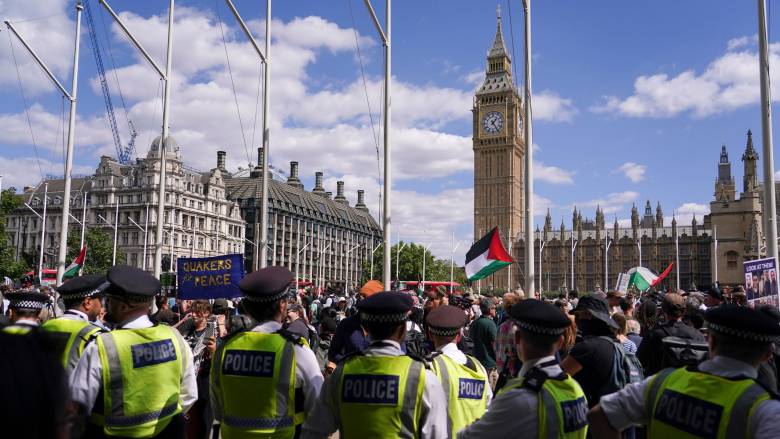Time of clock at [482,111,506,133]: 1:24
